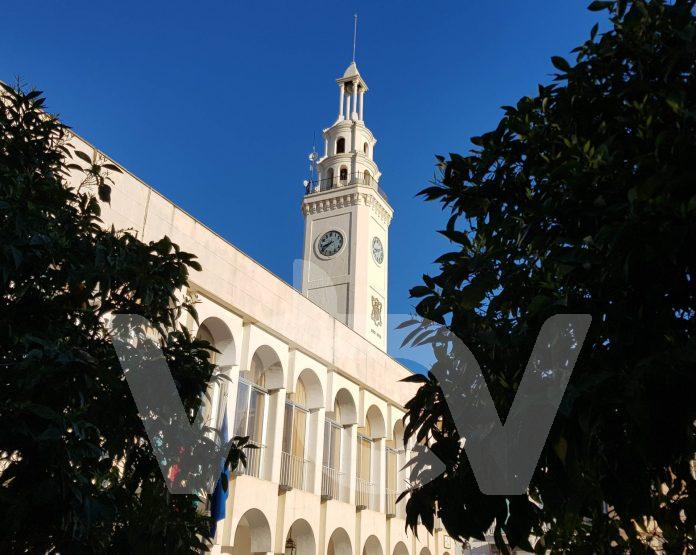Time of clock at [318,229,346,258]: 8:38
